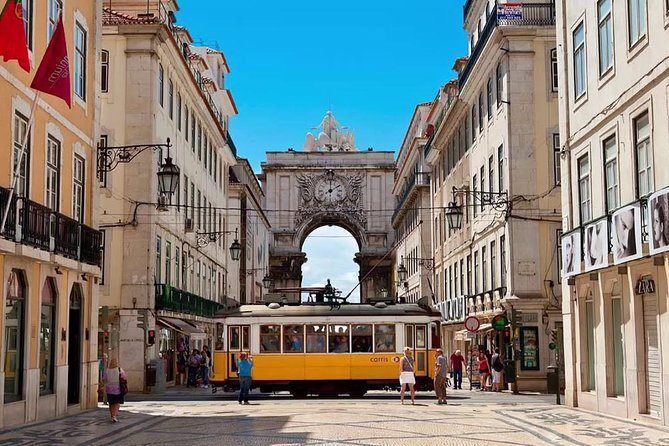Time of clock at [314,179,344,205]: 2:00
